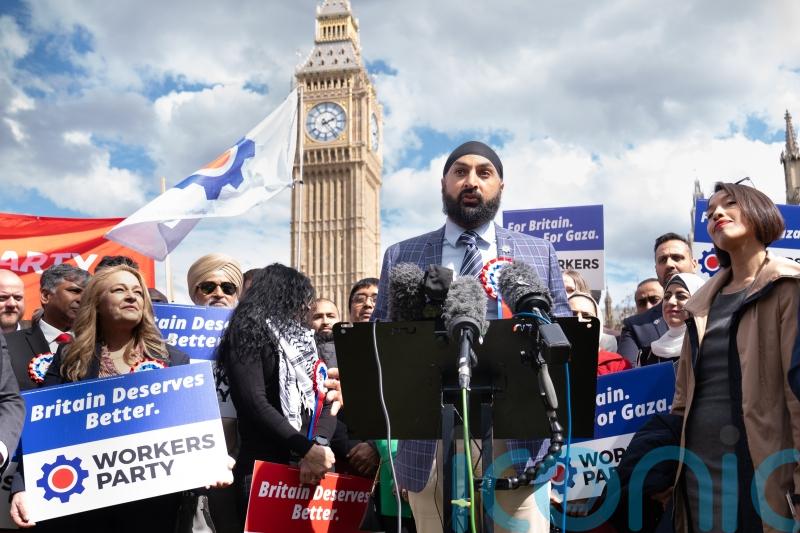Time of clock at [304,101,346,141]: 2:23
